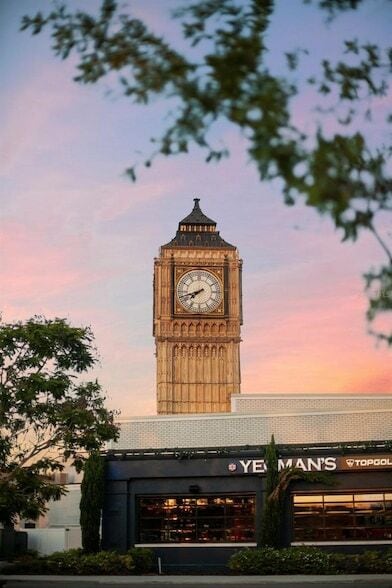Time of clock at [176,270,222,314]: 7:42
